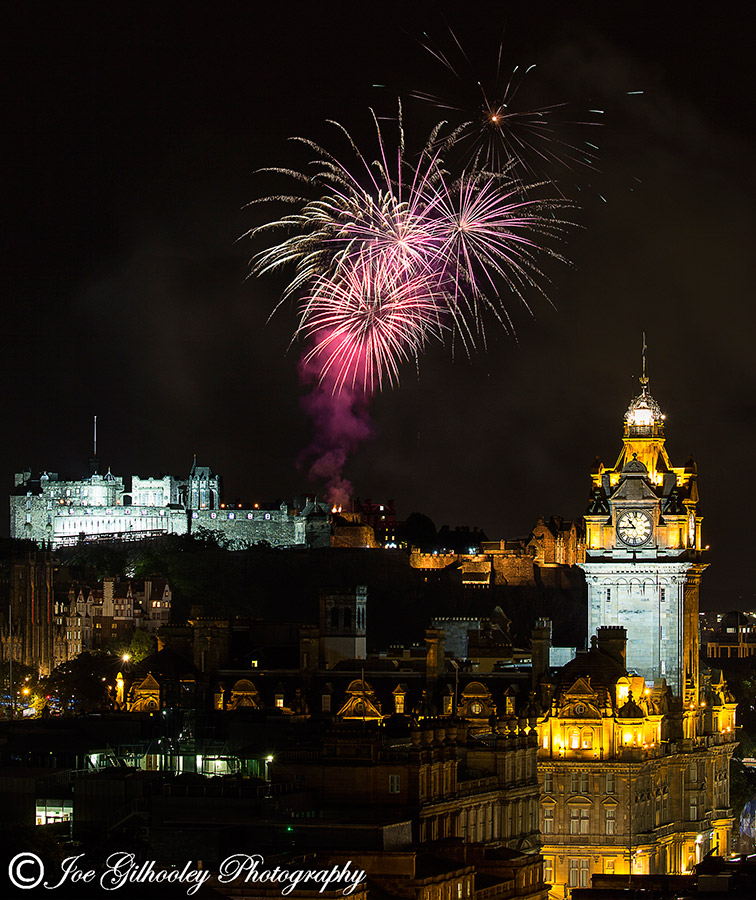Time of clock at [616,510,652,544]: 10:45
